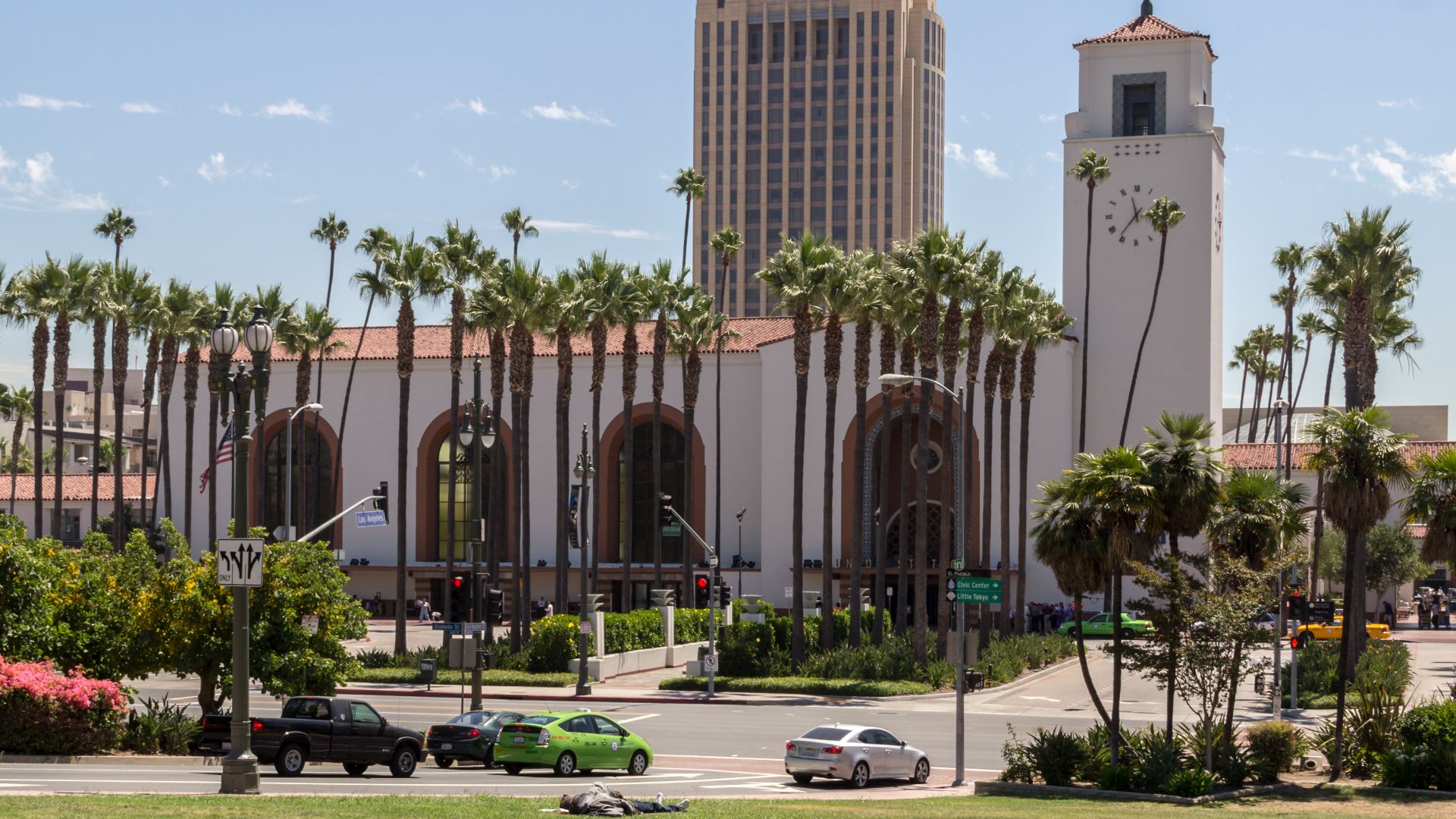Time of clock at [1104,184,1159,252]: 11:36
